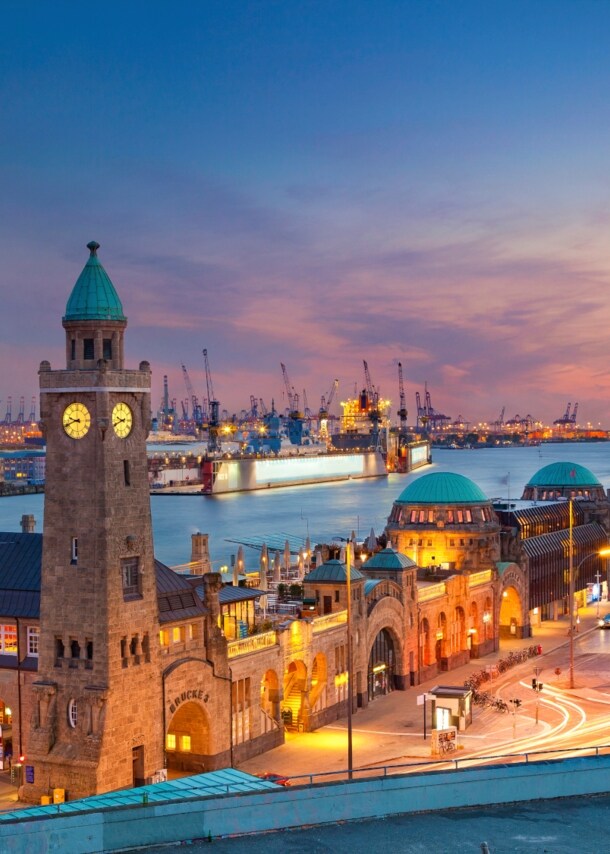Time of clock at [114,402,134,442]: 9:41
